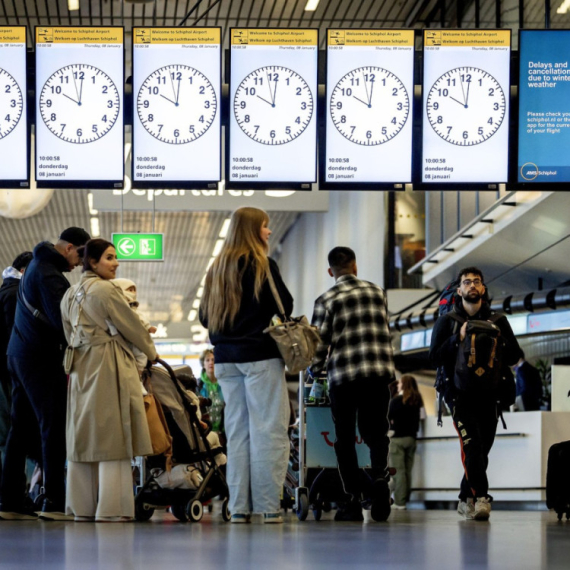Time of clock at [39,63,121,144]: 10:00
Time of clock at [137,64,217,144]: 10:00
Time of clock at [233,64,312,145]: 10:00
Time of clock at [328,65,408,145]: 10:00
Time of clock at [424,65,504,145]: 10:00
